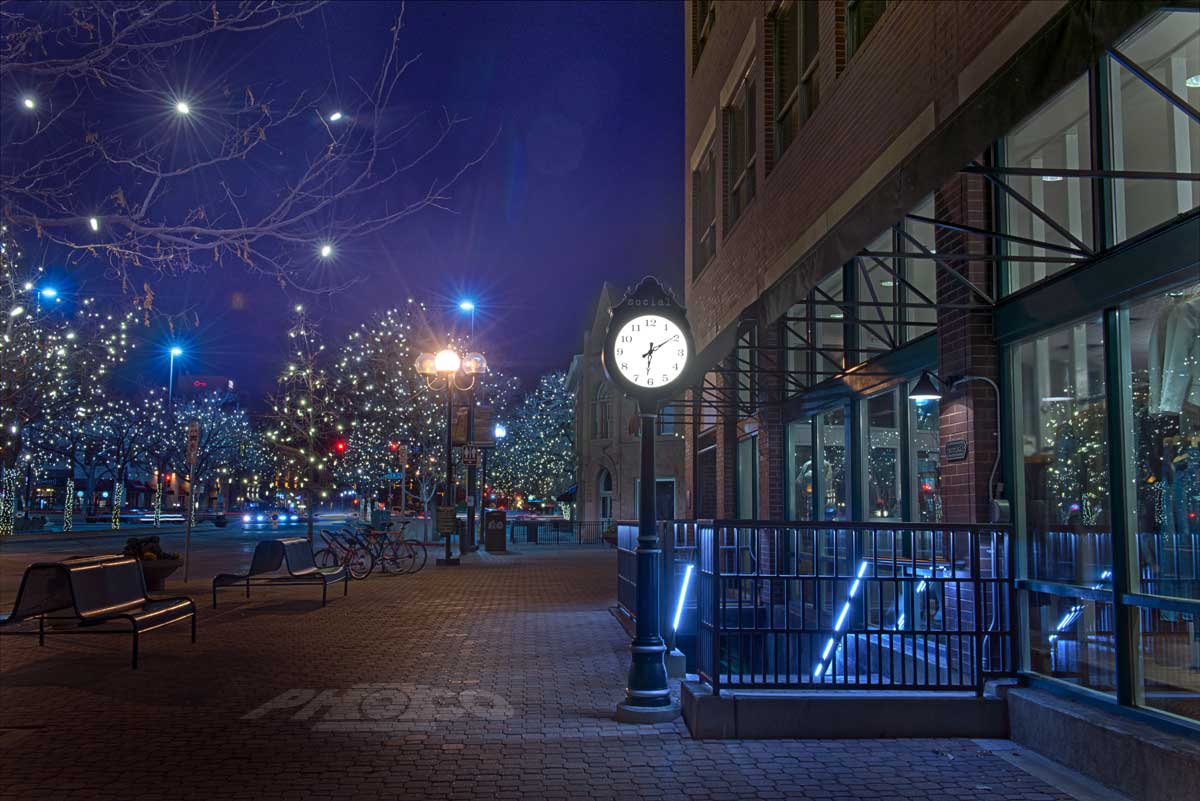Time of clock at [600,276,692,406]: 12:09
